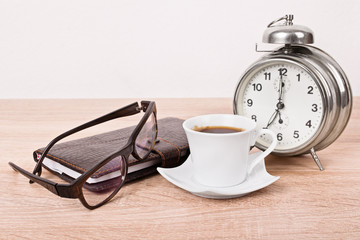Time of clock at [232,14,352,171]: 7:00
